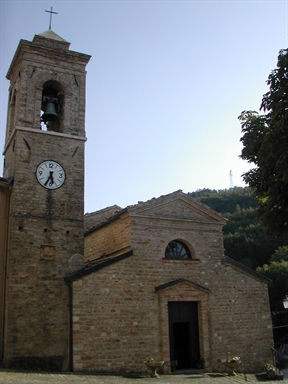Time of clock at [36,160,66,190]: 5:34
